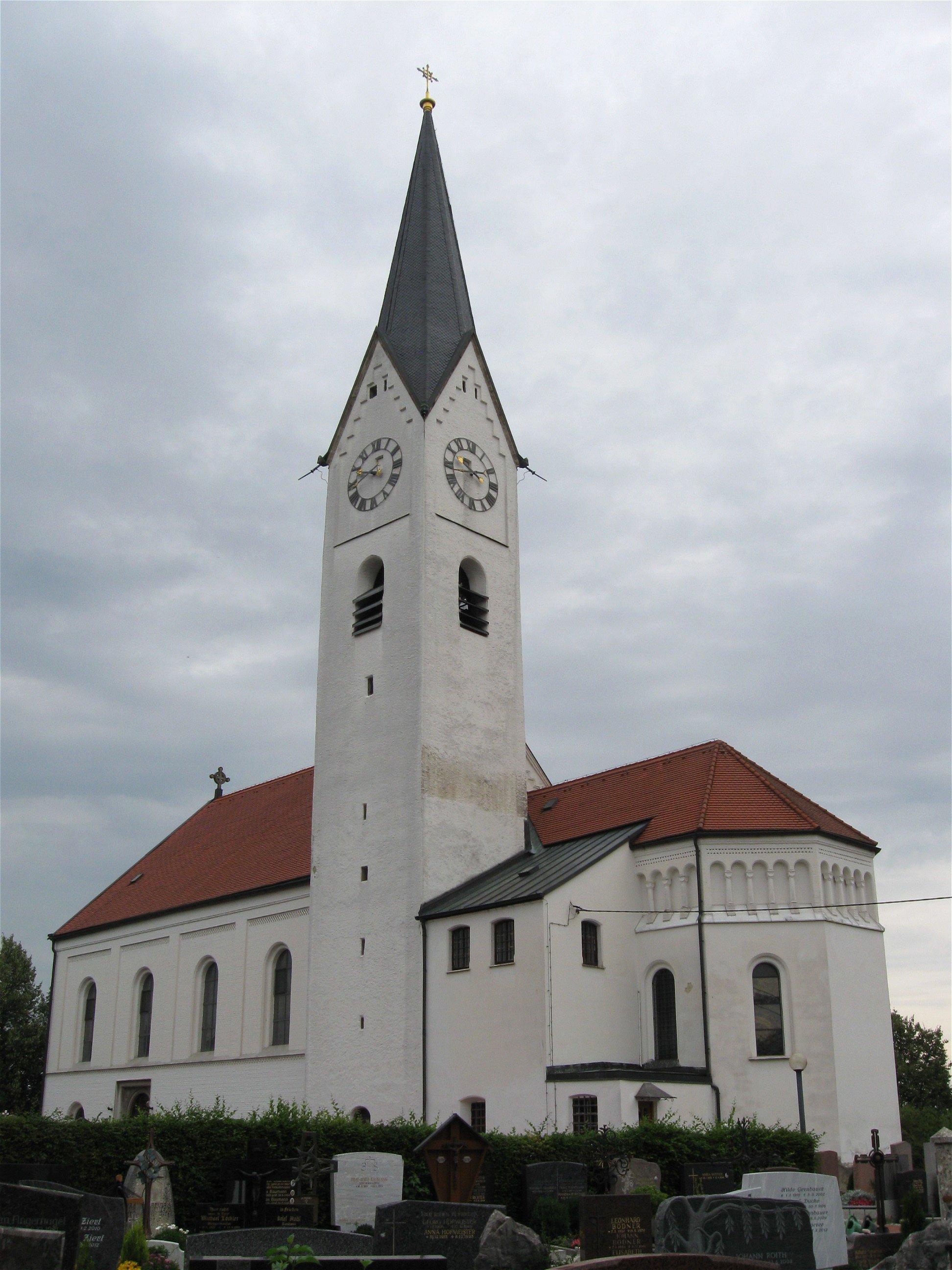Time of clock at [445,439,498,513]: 9:42
